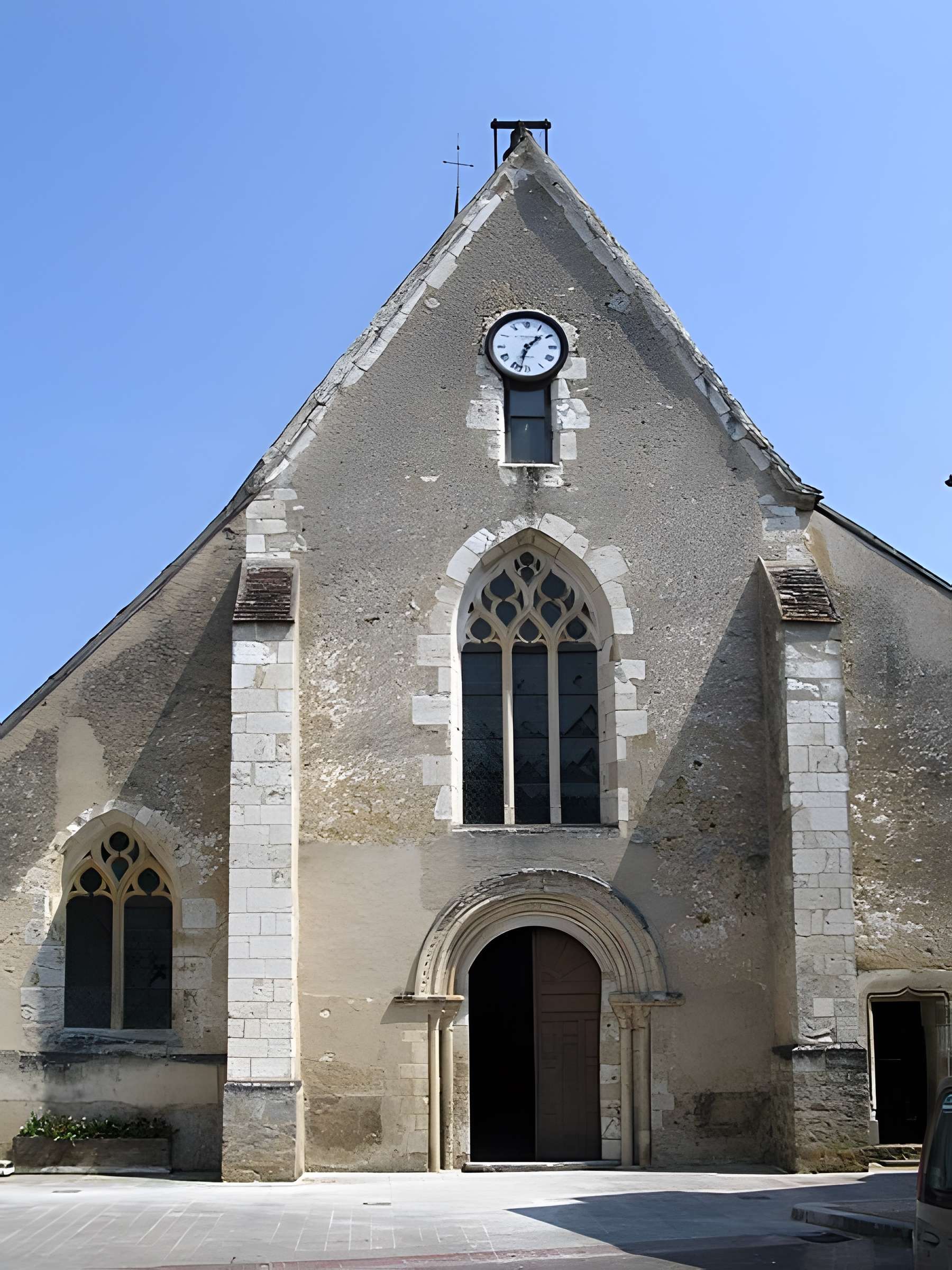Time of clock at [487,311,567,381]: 1:32
